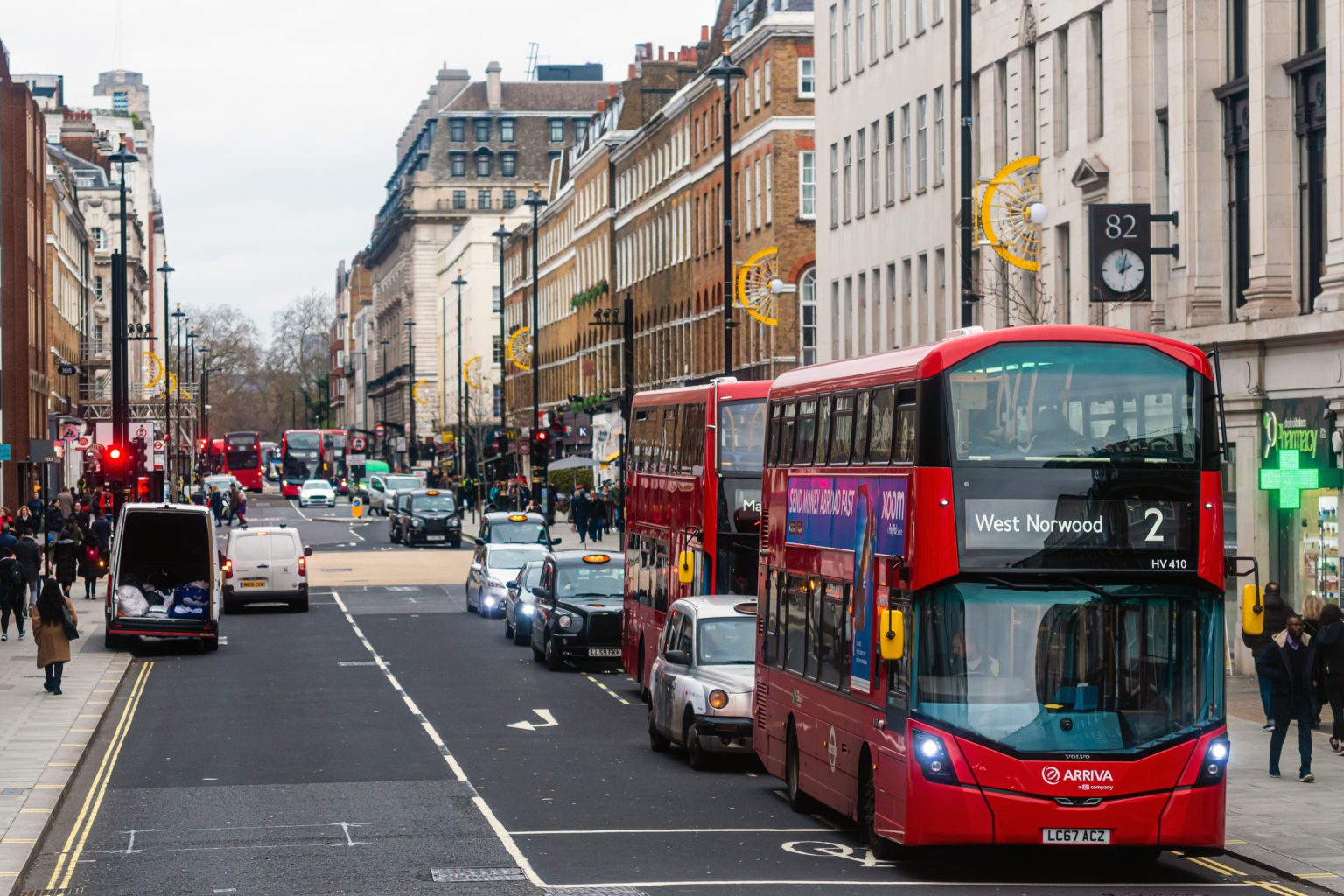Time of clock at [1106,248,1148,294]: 2:02
